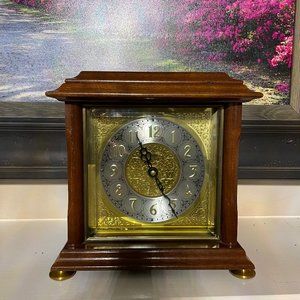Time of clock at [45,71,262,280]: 11:24
